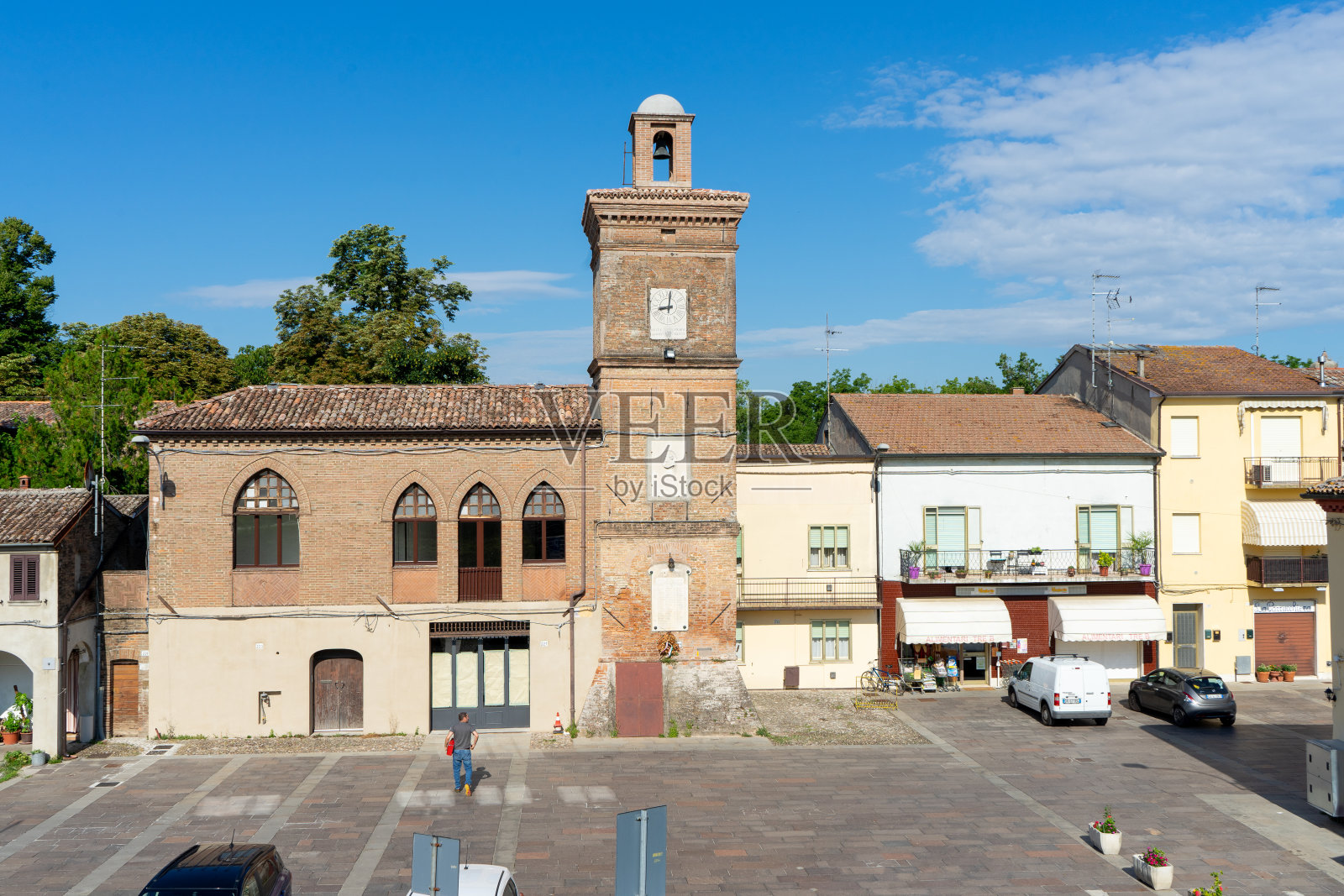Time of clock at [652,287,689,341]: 9:01
